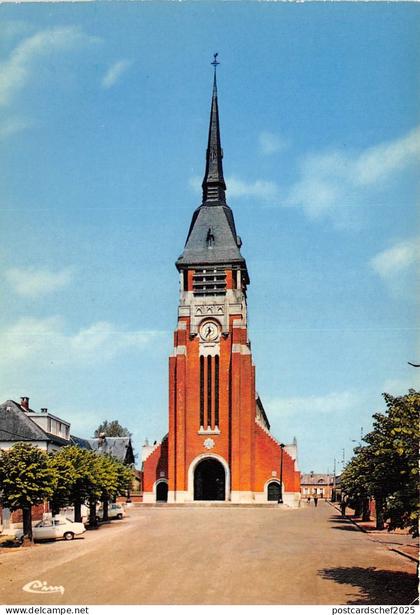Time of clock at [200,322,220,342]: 11:35
